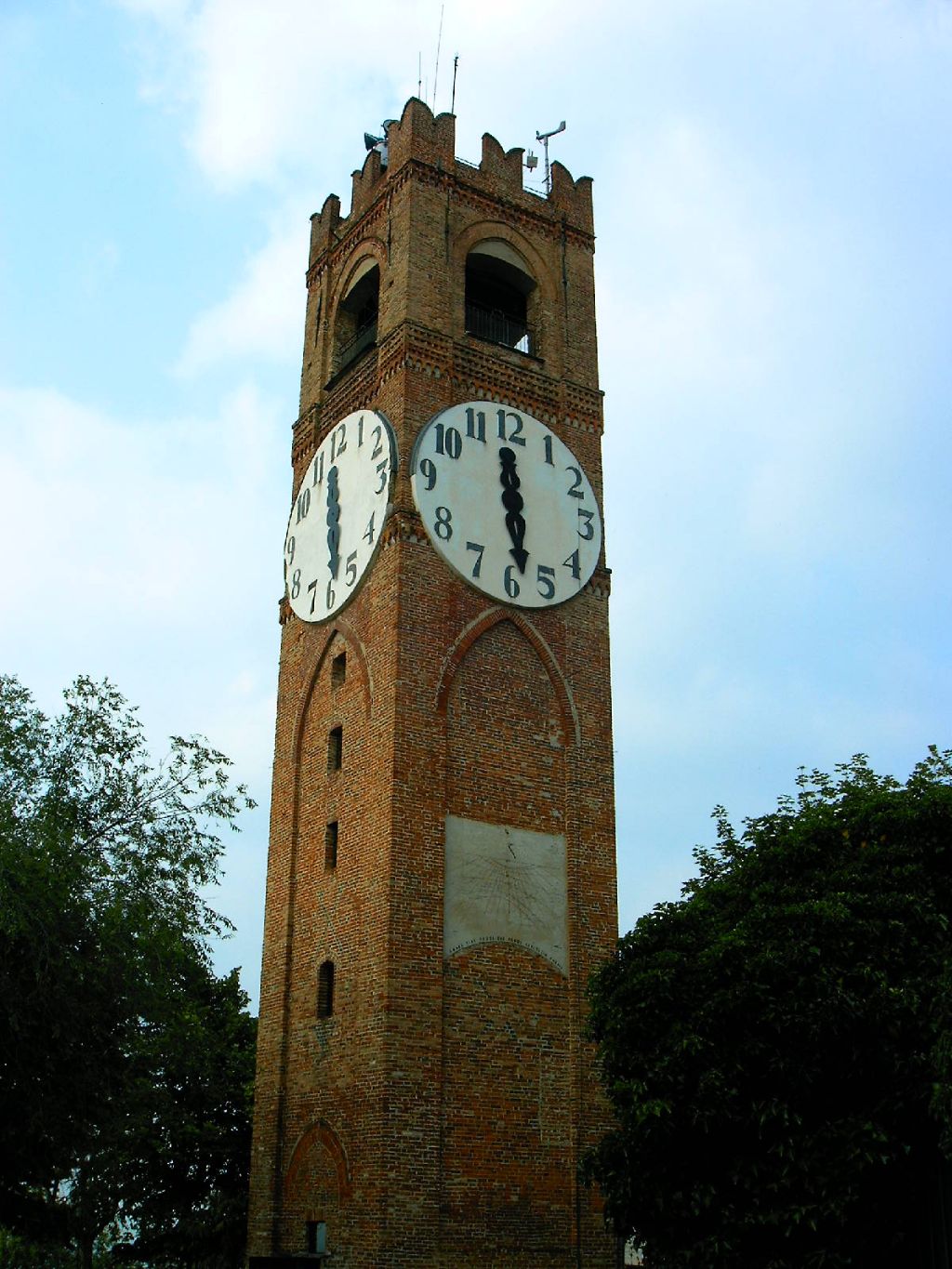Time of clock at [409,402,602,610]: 11:28
